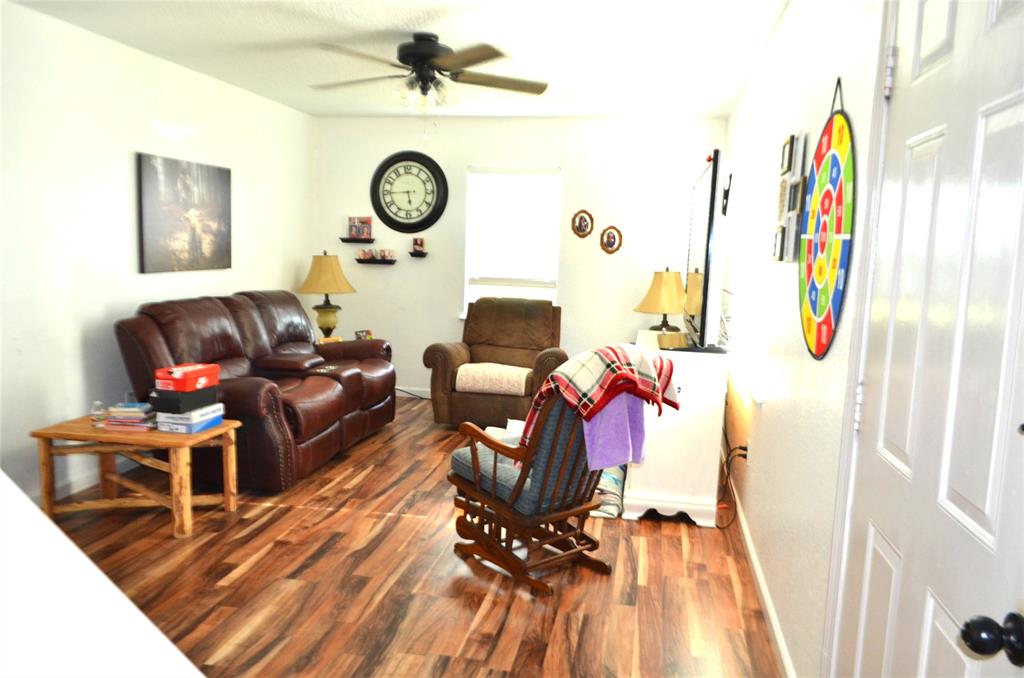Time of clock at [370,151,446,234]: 5:44
